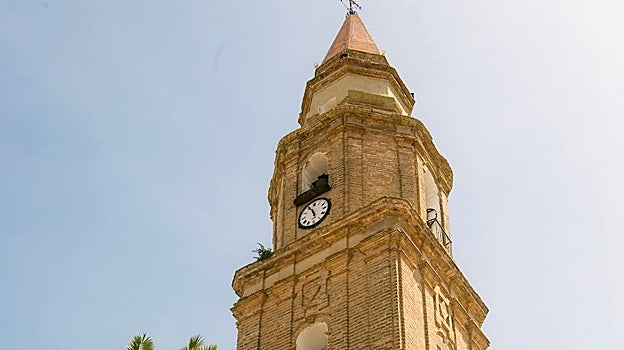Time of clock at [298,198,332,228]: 5:55
